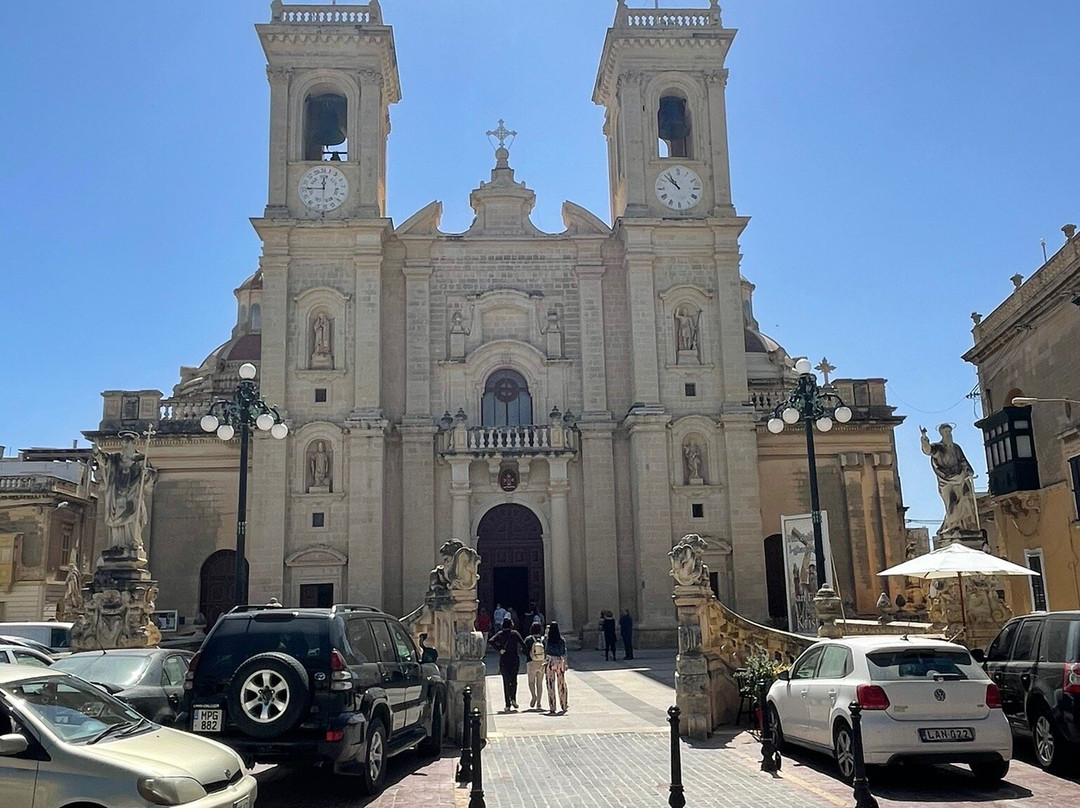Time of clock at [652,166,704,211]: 10:52
